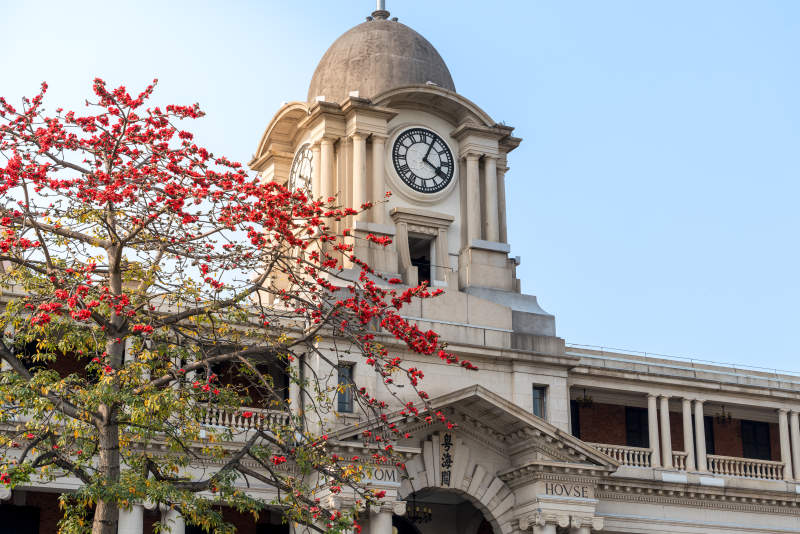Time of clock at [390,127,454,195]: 4:04
